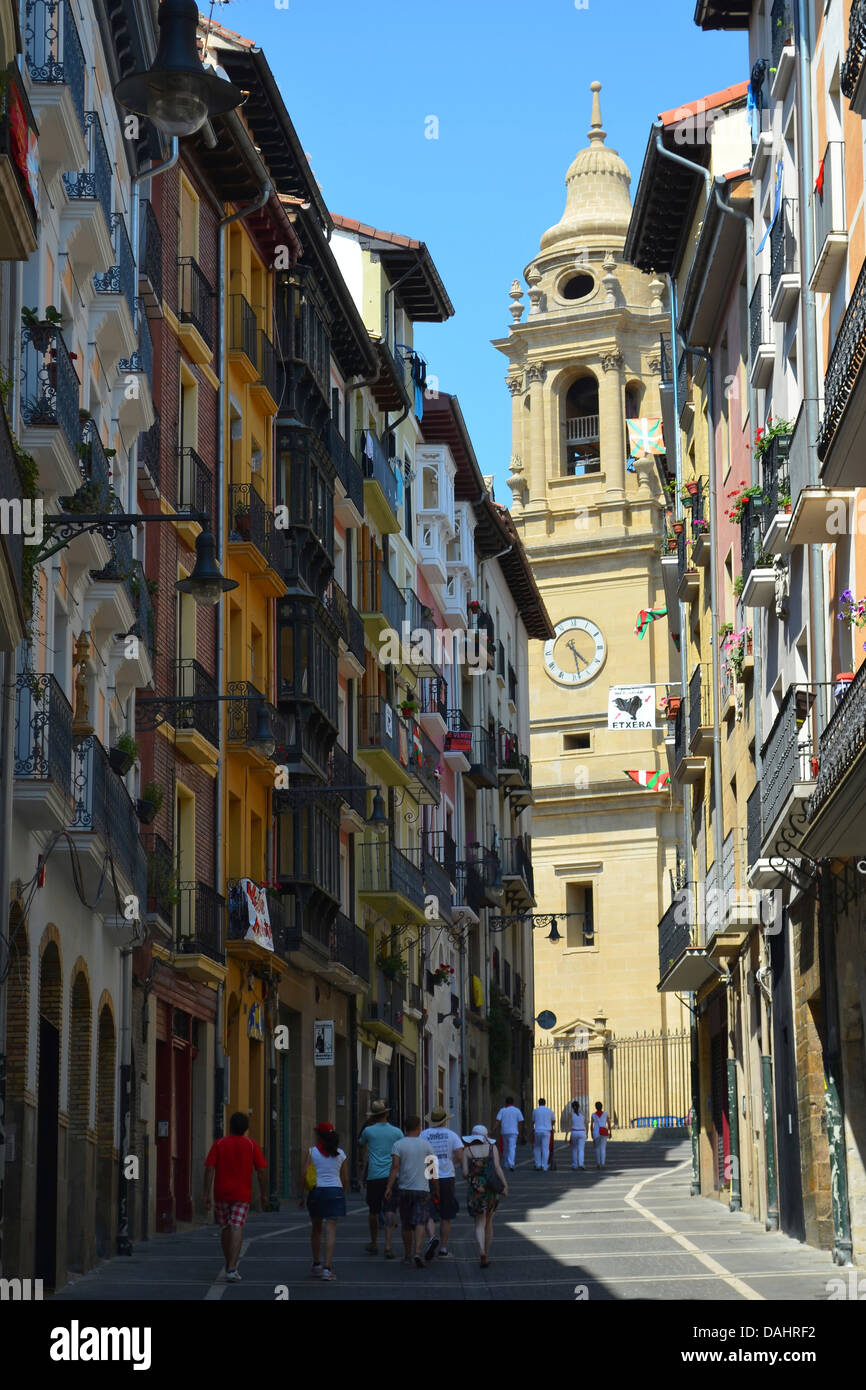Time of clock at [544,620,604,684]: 4:28
